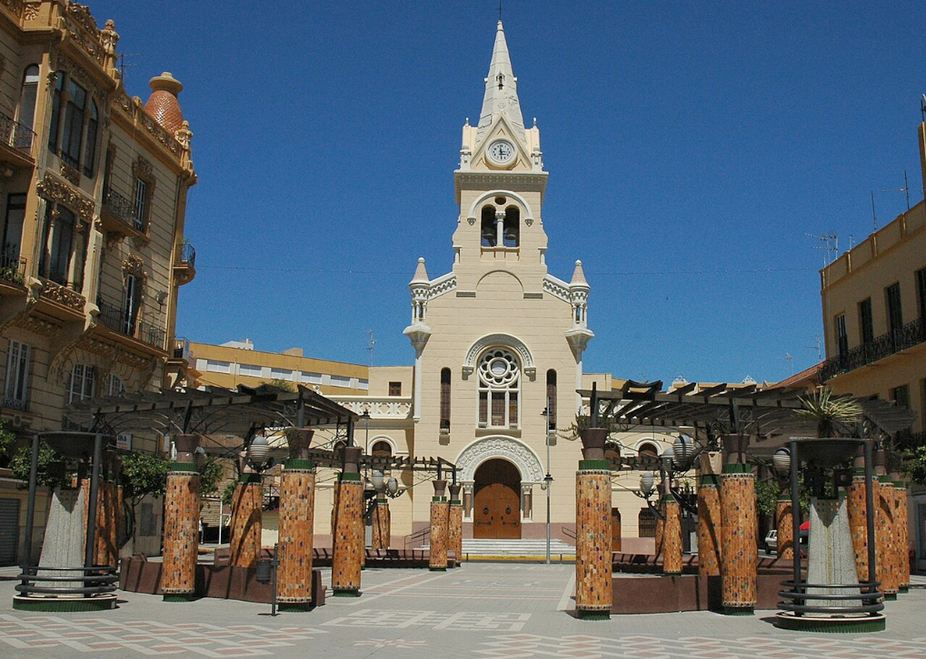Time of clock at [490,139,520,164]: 11:29
